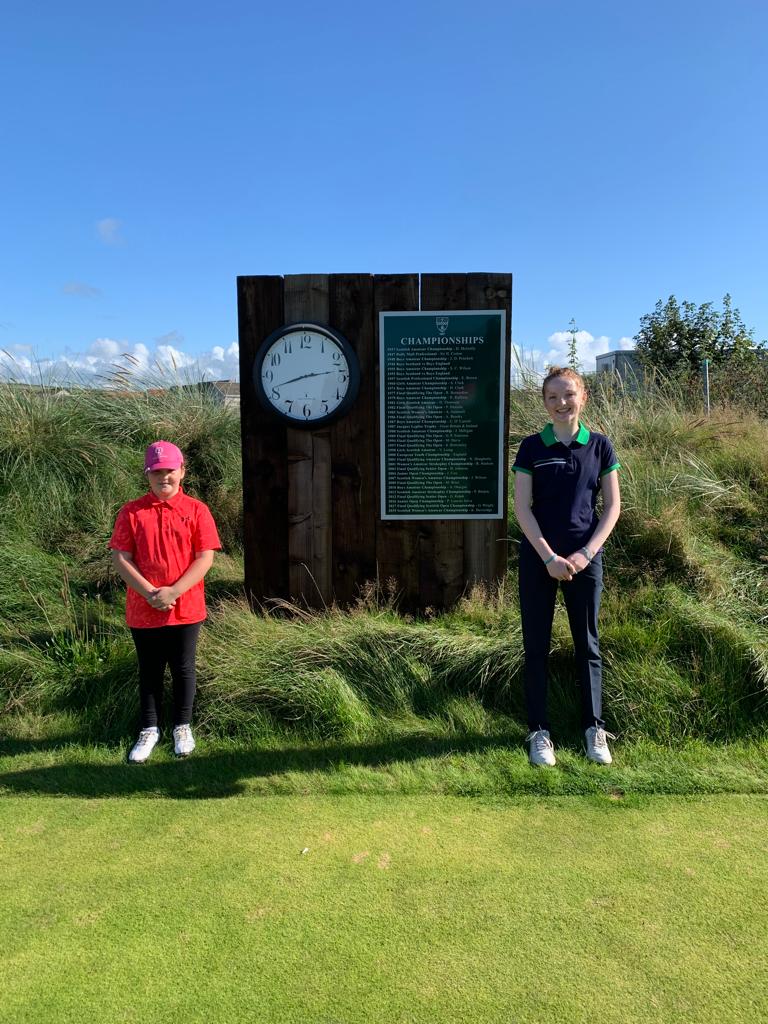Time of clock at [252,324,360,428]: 2:41
